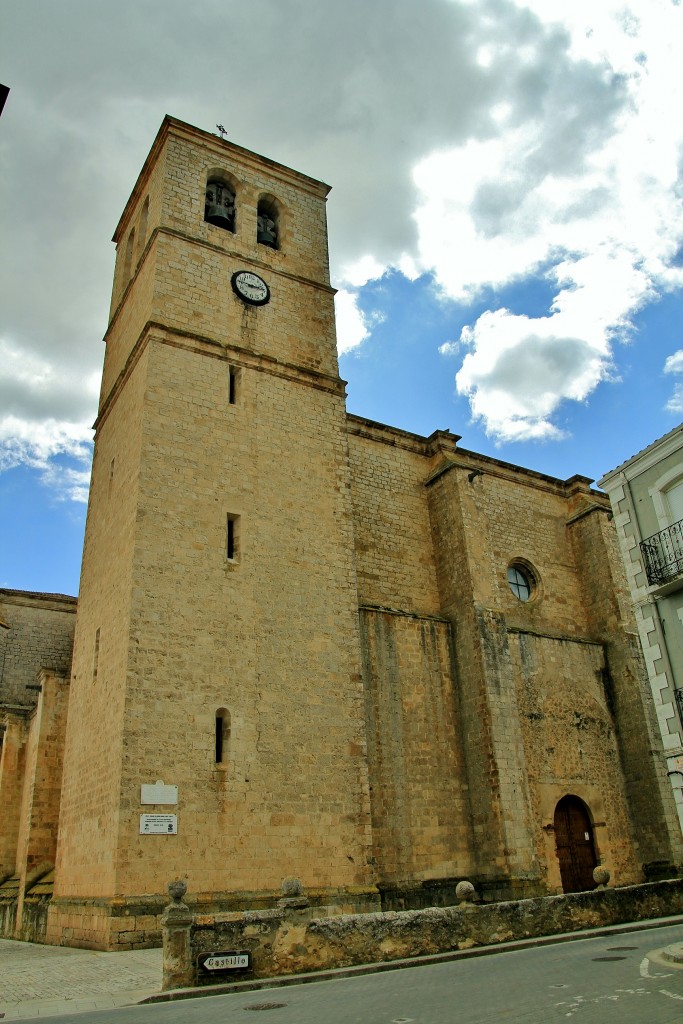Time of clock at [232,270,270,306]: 2:46
